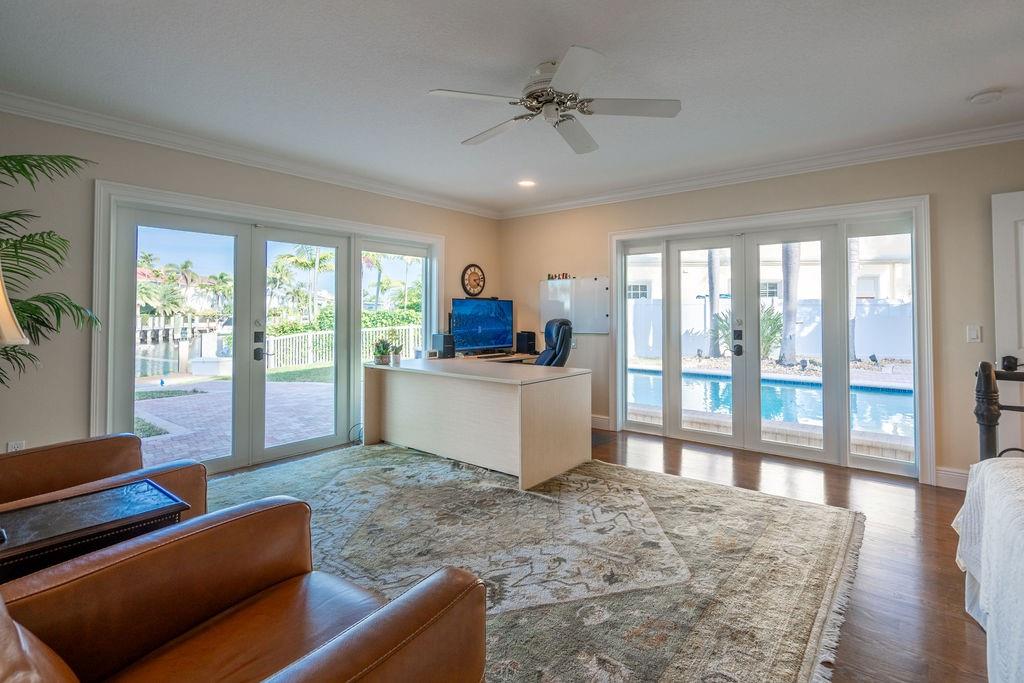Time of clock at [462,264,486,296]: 4:12
